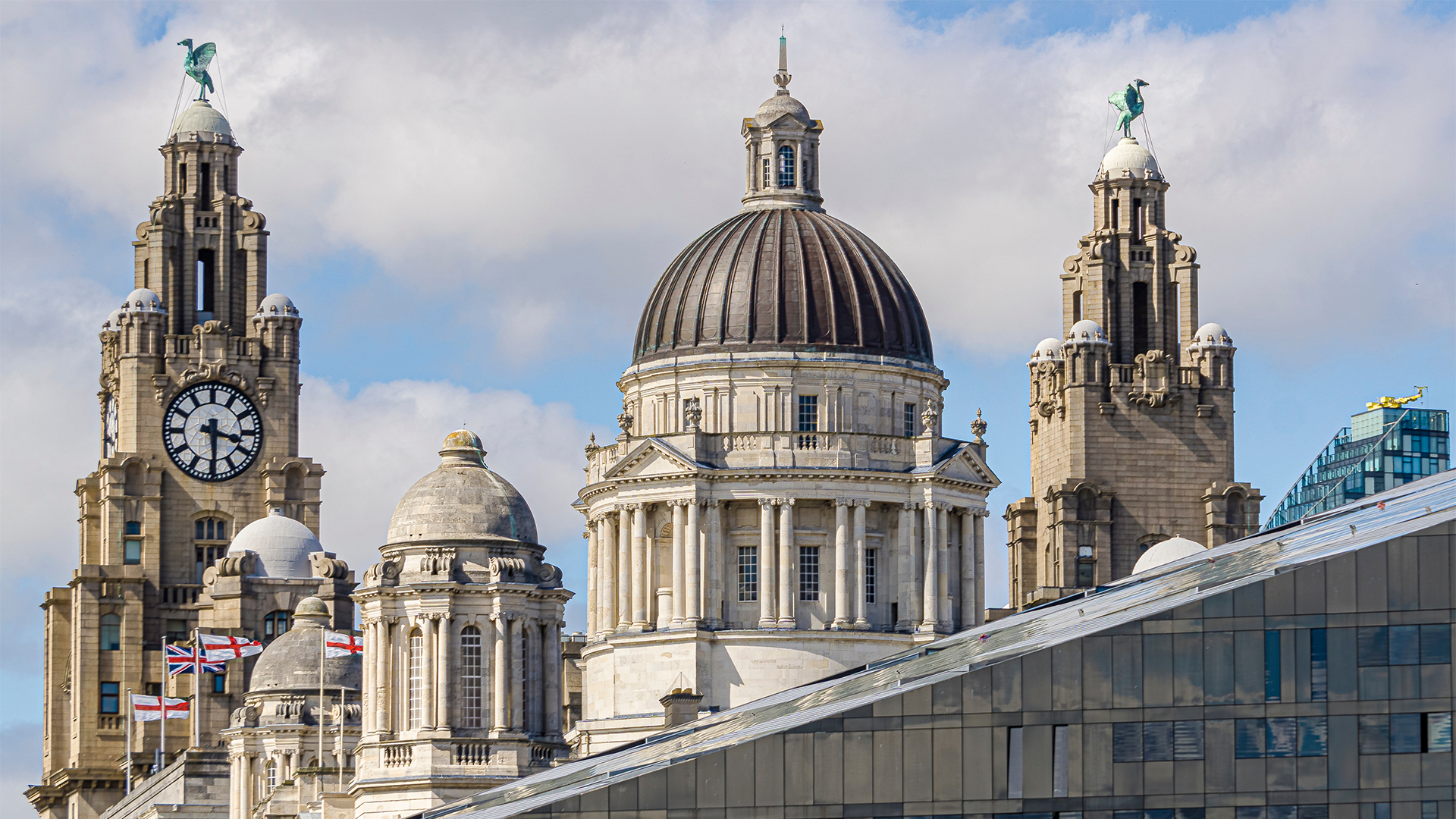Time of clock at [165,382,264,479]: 3:29
